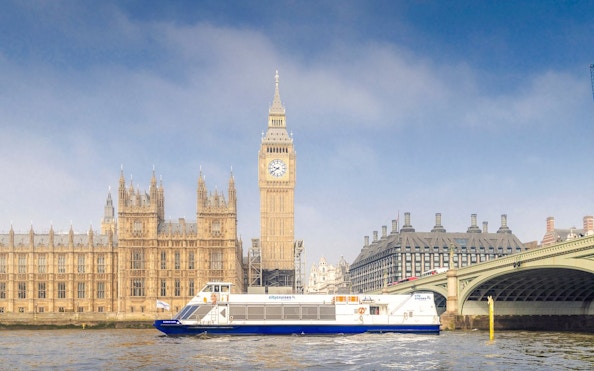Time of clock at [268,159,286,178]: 9:39
